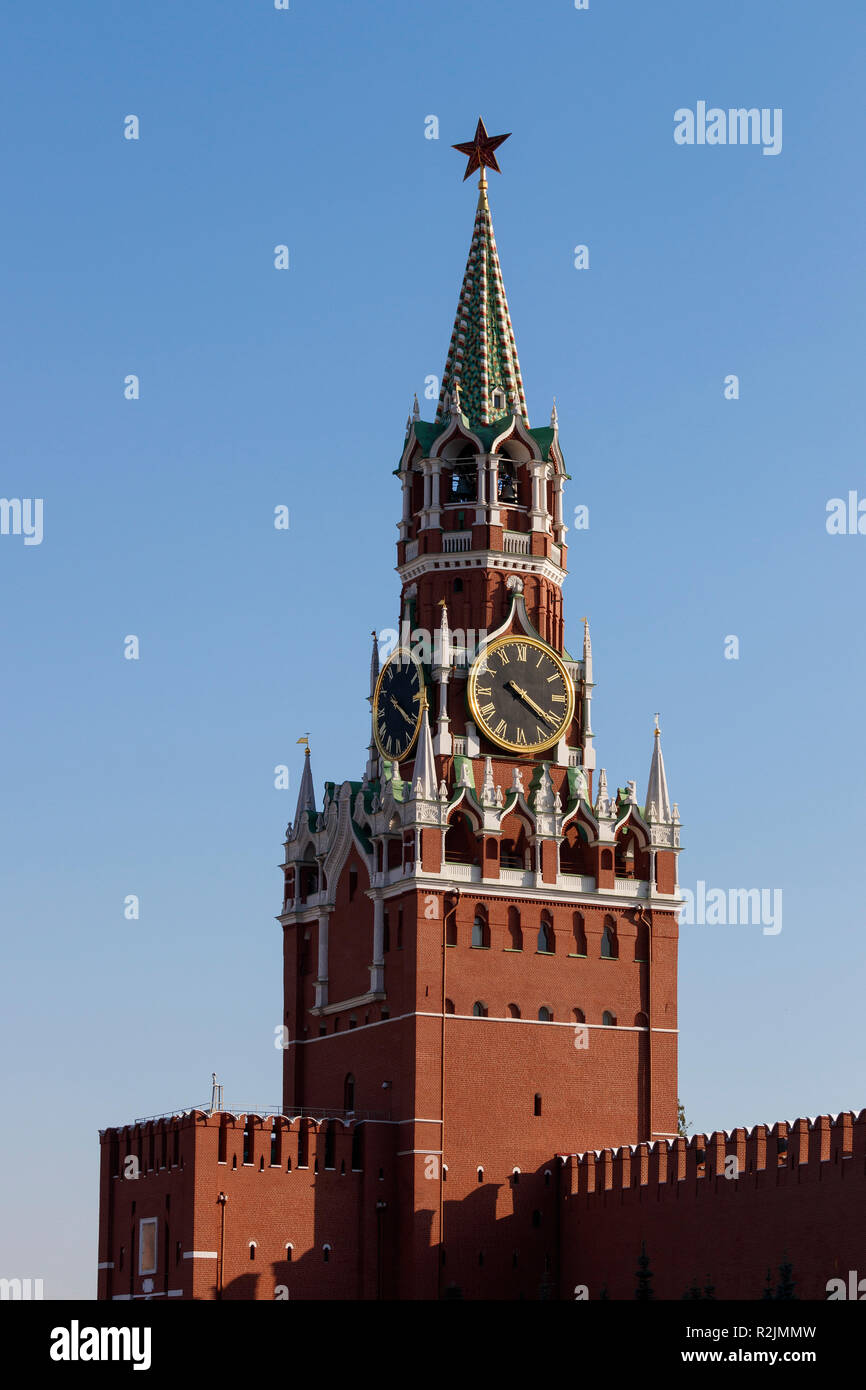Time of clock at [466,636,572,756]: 4:21
